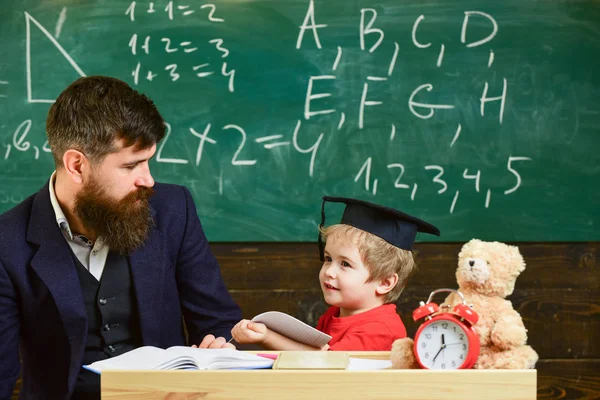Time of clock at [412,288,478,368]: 11:35
